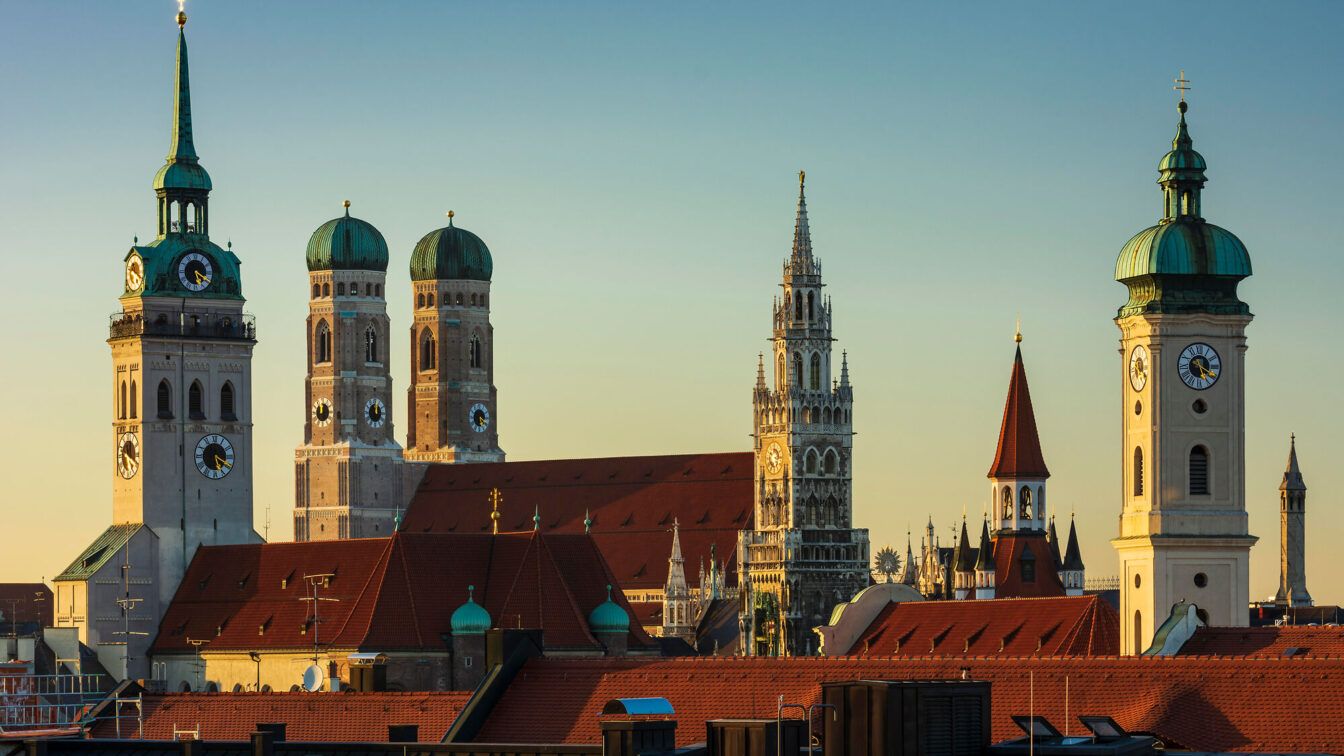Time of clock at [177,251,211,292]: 5:20
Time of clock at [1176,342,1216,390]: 5:19
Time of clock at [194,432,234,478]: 5:19
